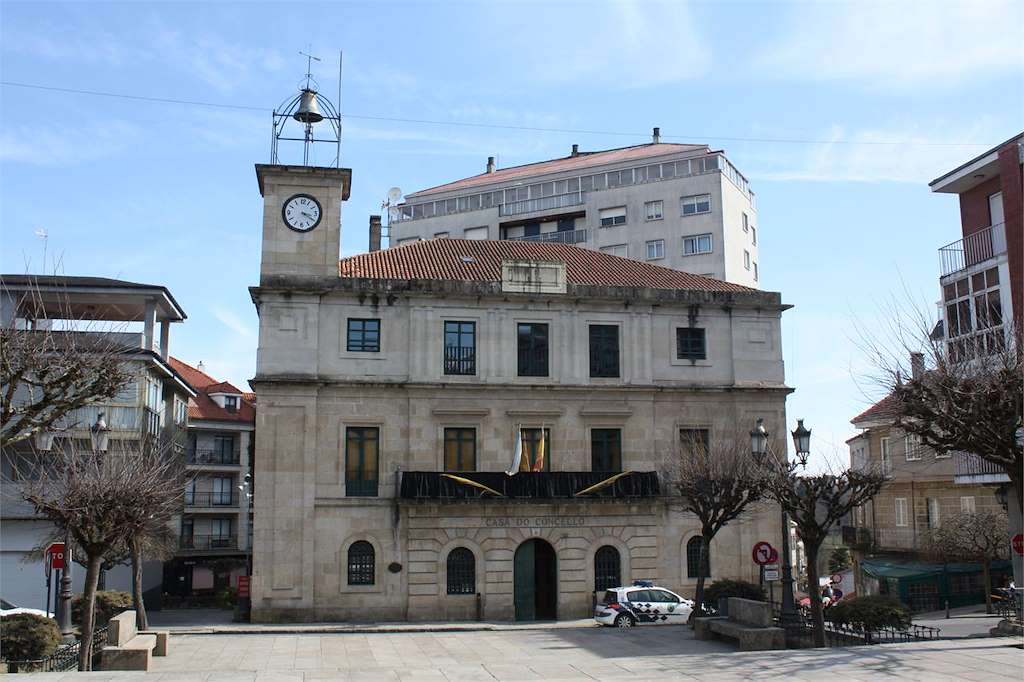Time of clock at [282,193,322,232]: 3:20
